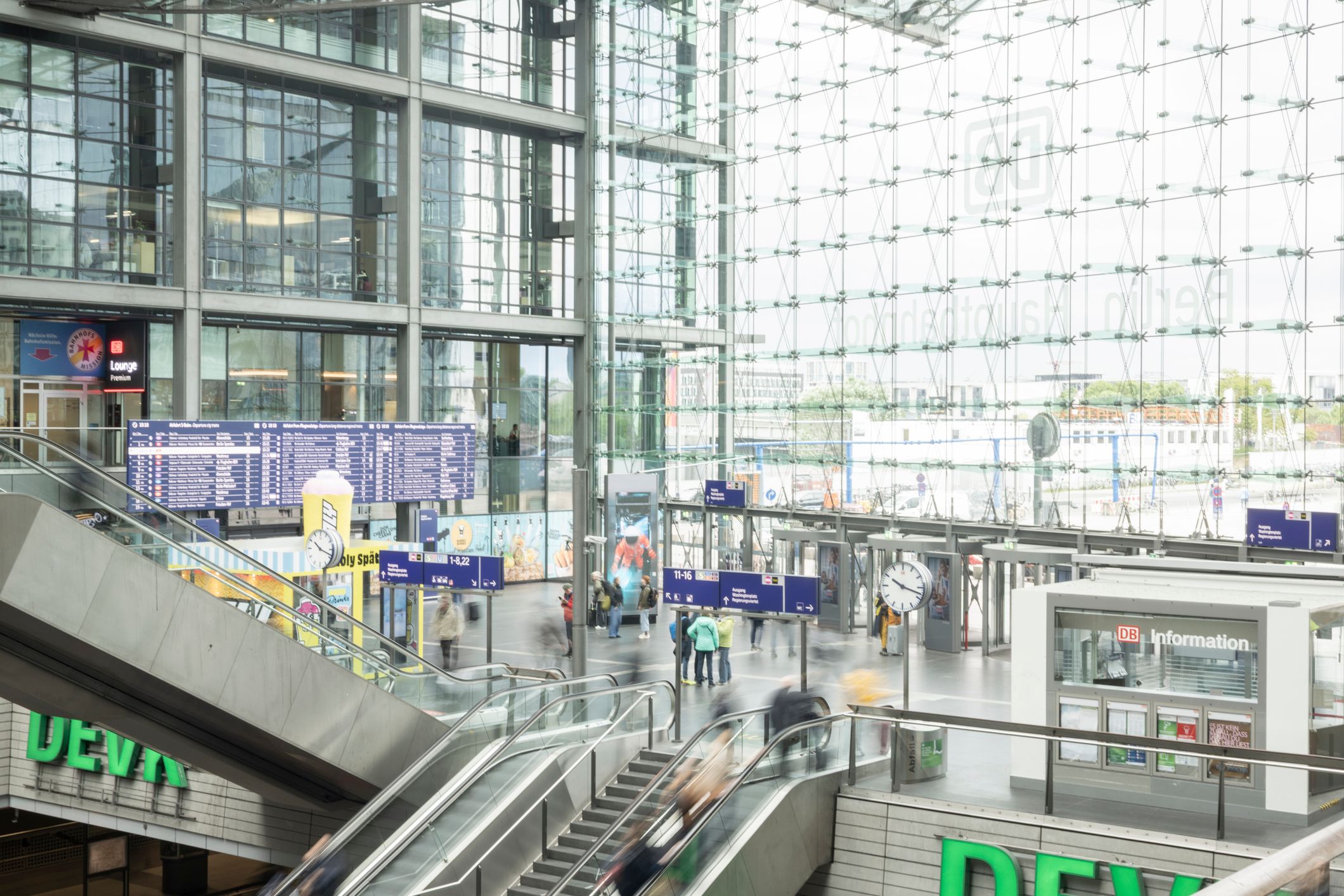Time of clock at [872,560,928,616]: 10:17
